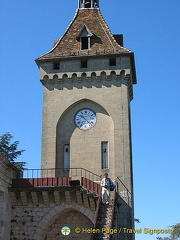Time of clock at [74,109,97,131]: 10:22
